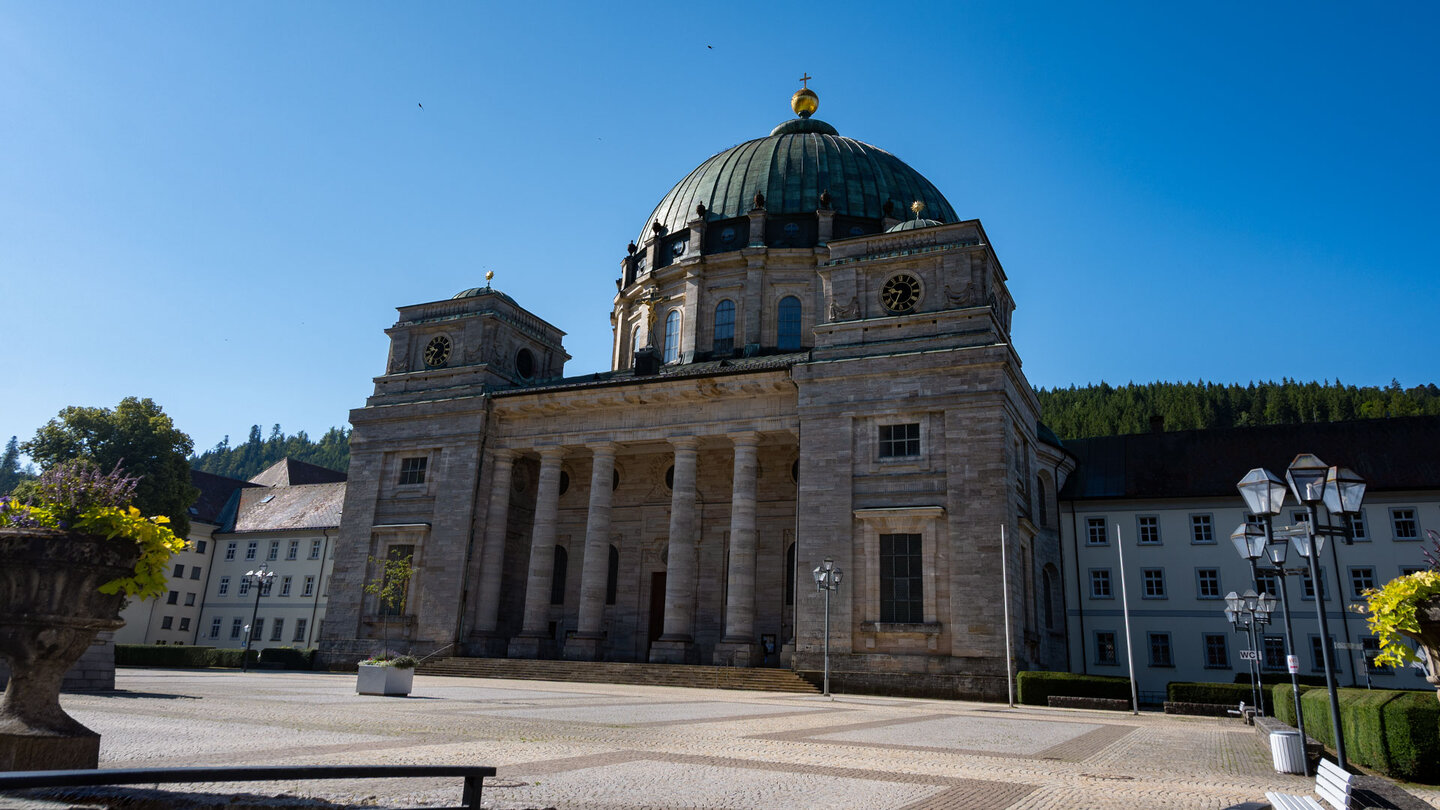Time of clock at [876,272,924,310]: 9:34
